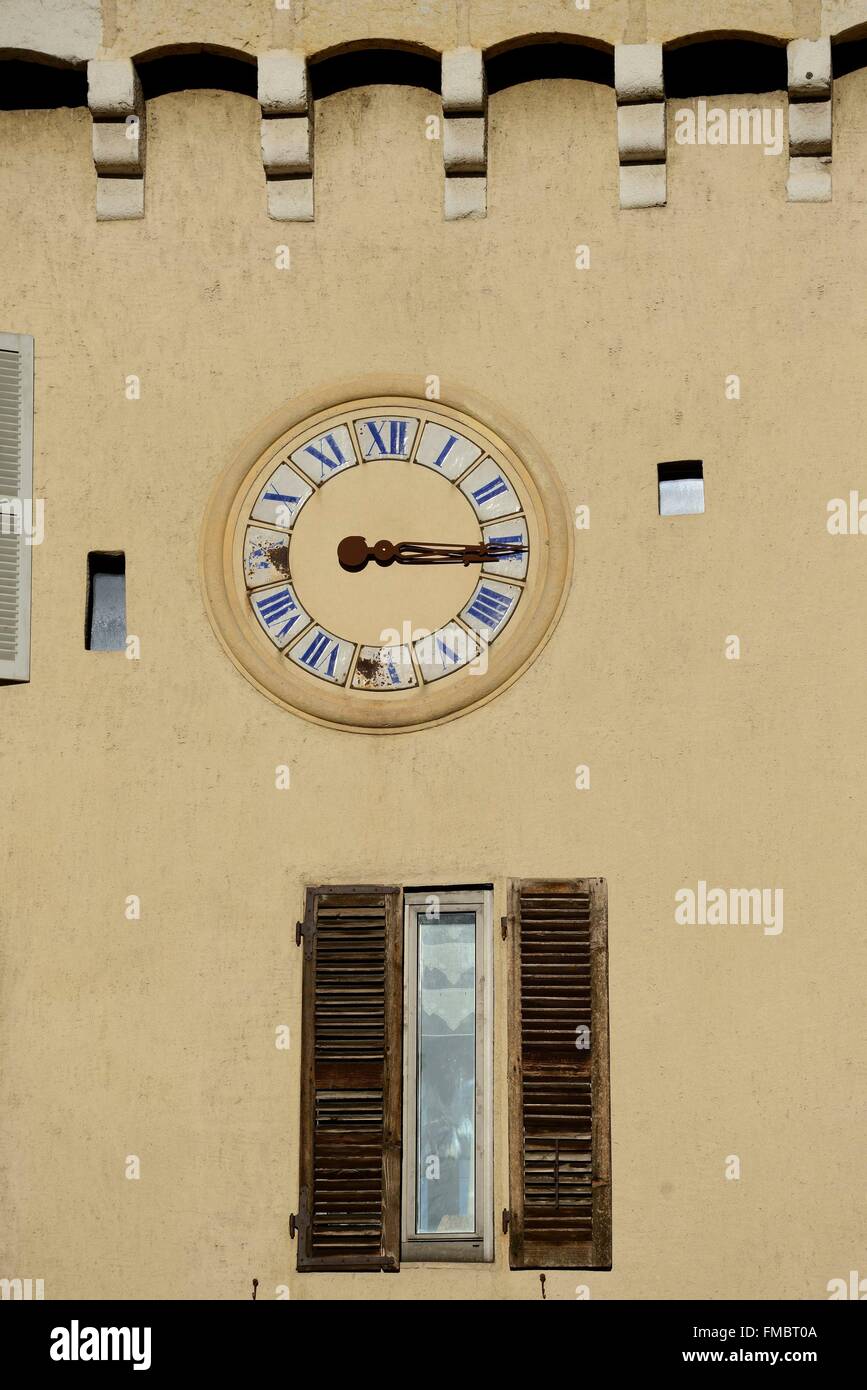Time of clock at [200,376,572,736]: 3:15
